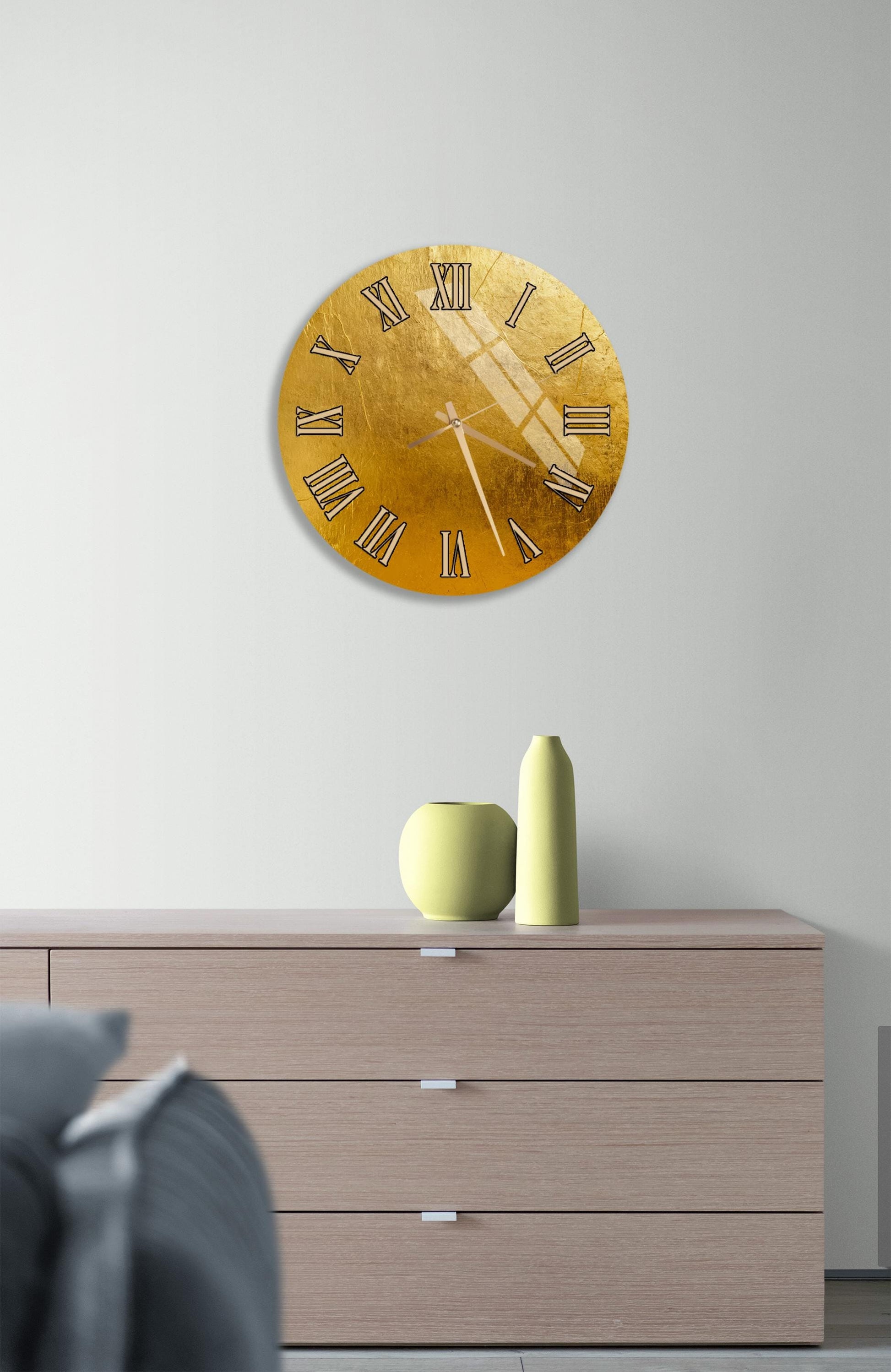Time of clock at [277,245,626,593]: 5:19
